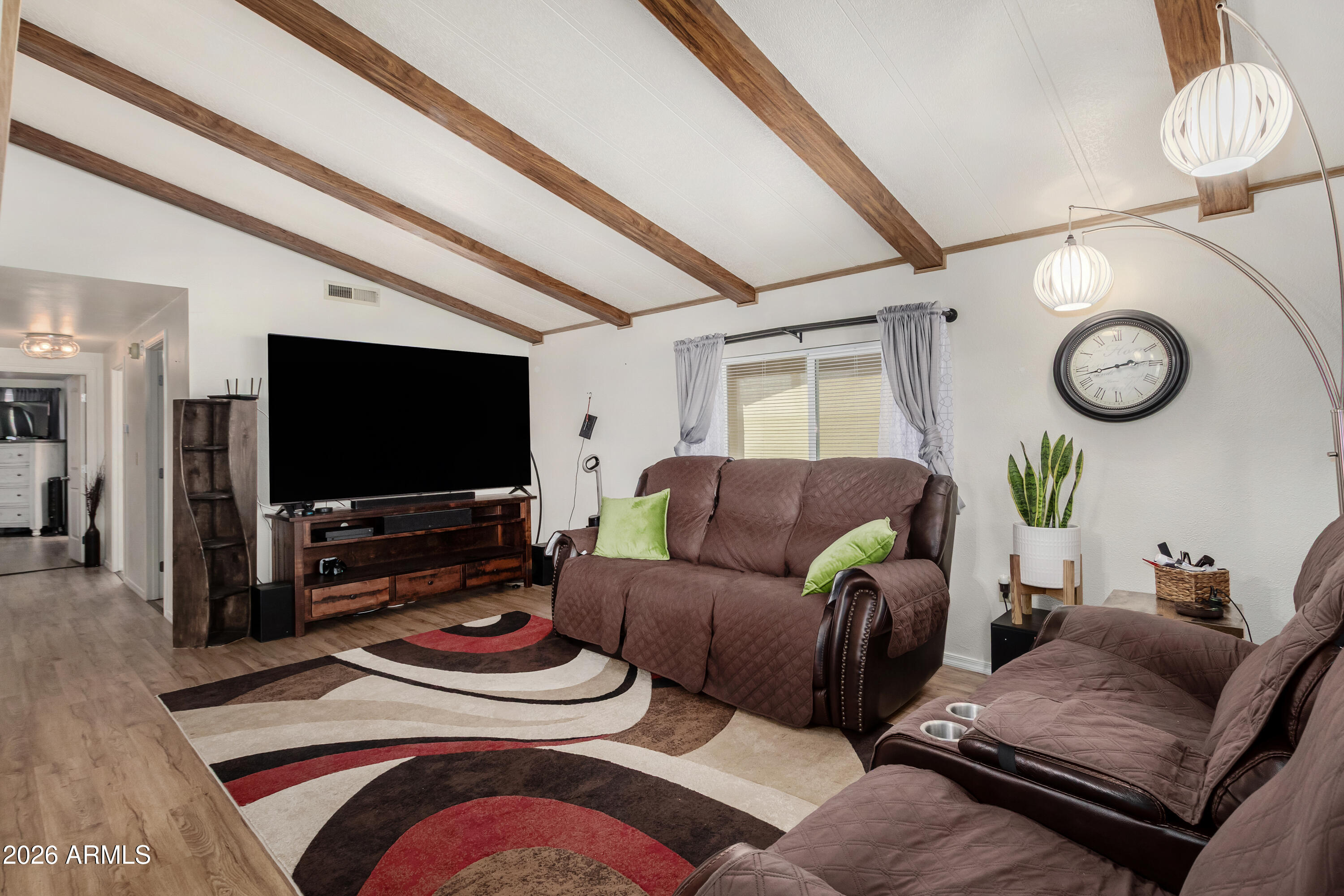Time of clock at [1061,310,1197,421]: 2:42
